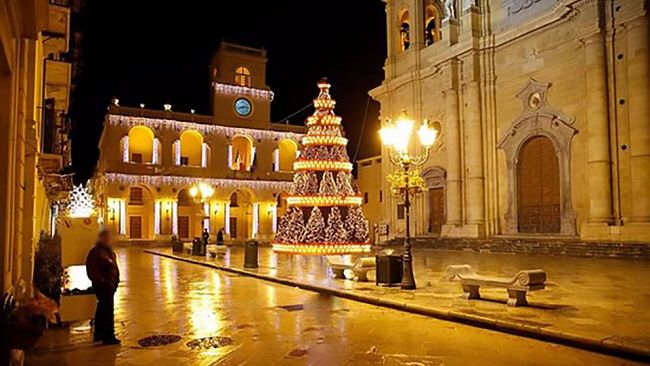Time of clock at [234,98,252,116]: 8:14
